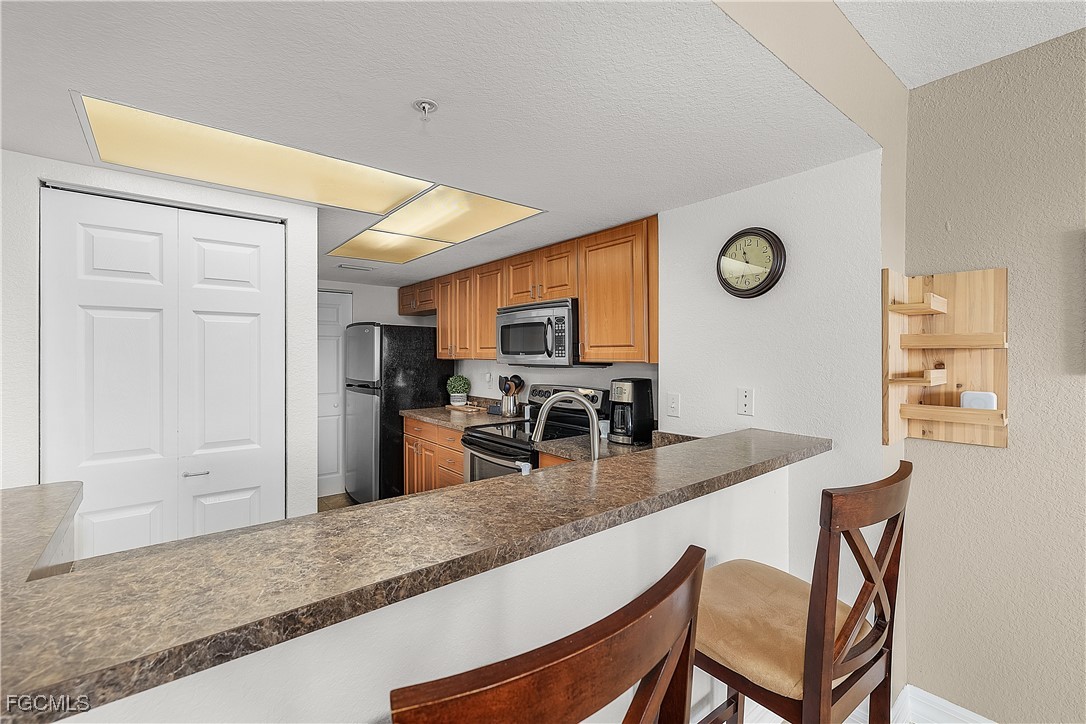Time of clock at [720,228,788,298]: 11:19
